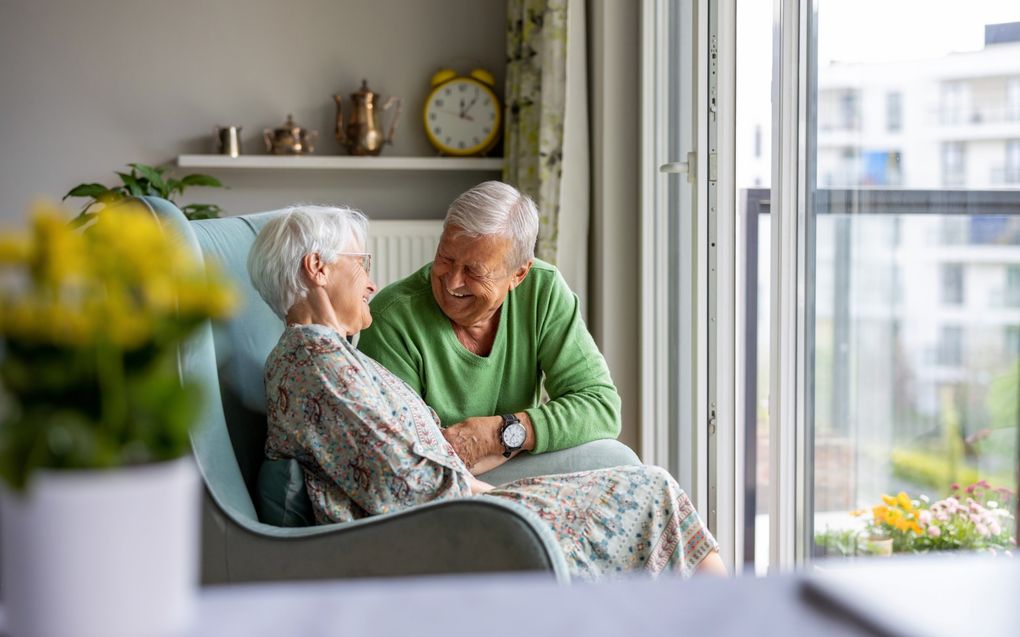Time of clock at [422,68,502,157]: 12:06
